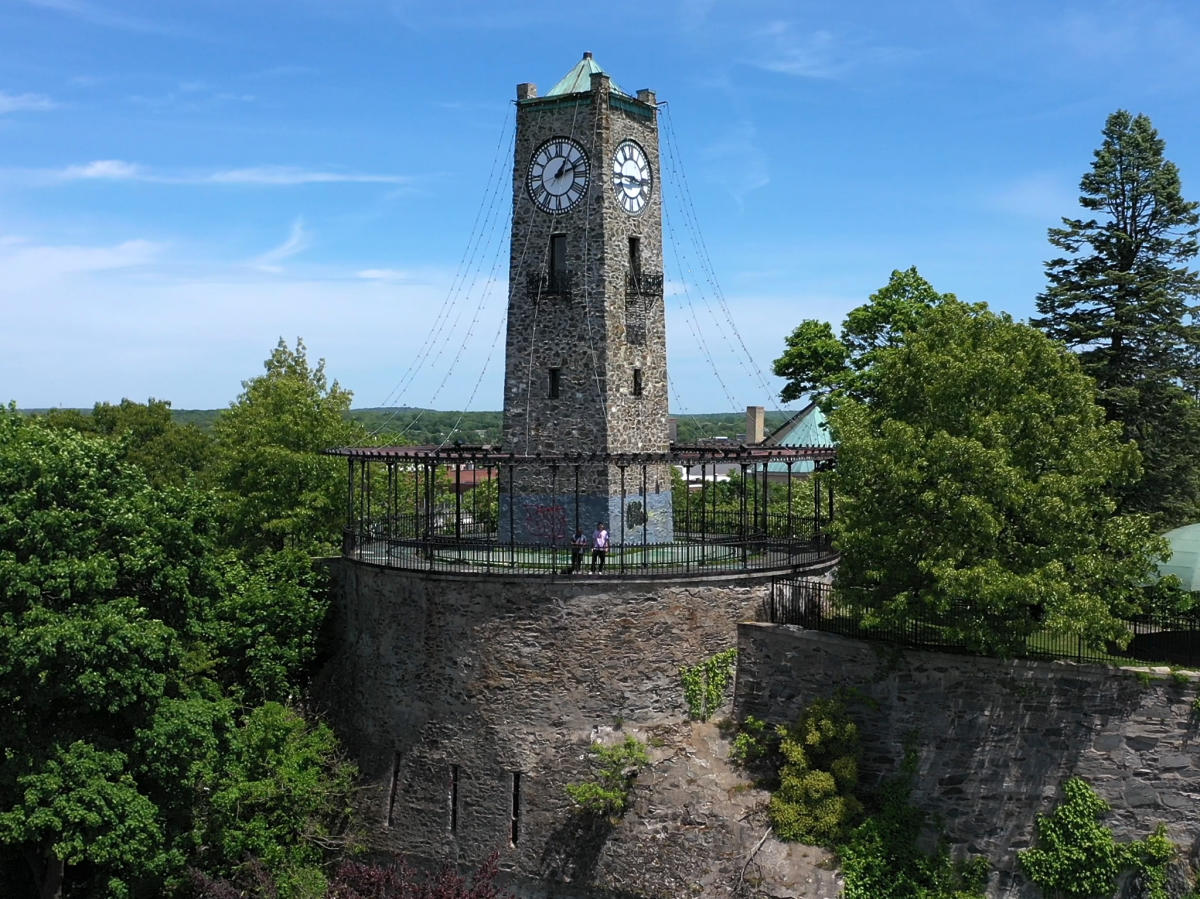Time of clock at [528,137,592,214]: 1:11
